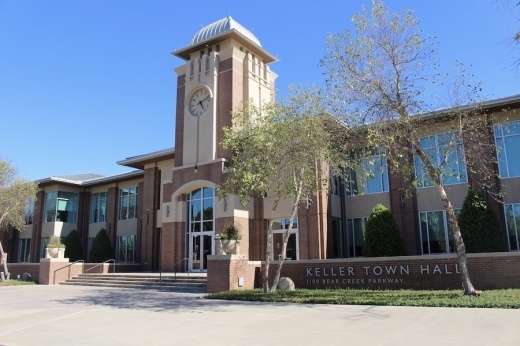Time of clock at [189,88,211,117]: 5:11
